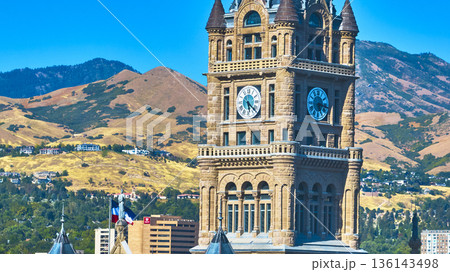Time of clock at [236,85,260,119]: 5:21
